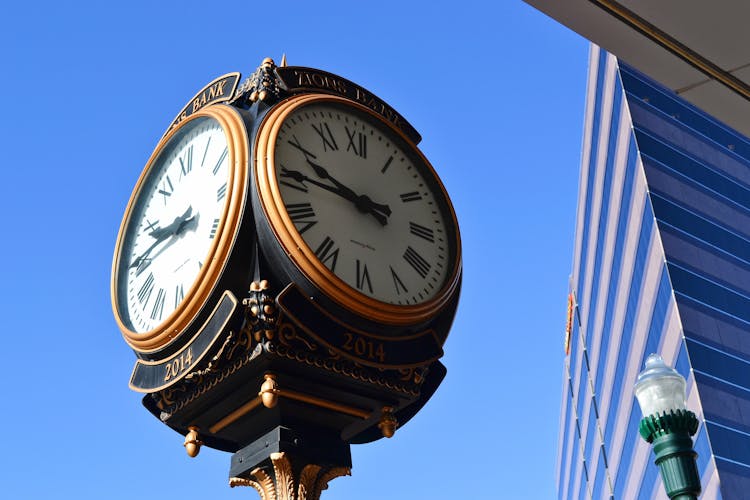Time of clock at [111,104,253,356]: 9:45
